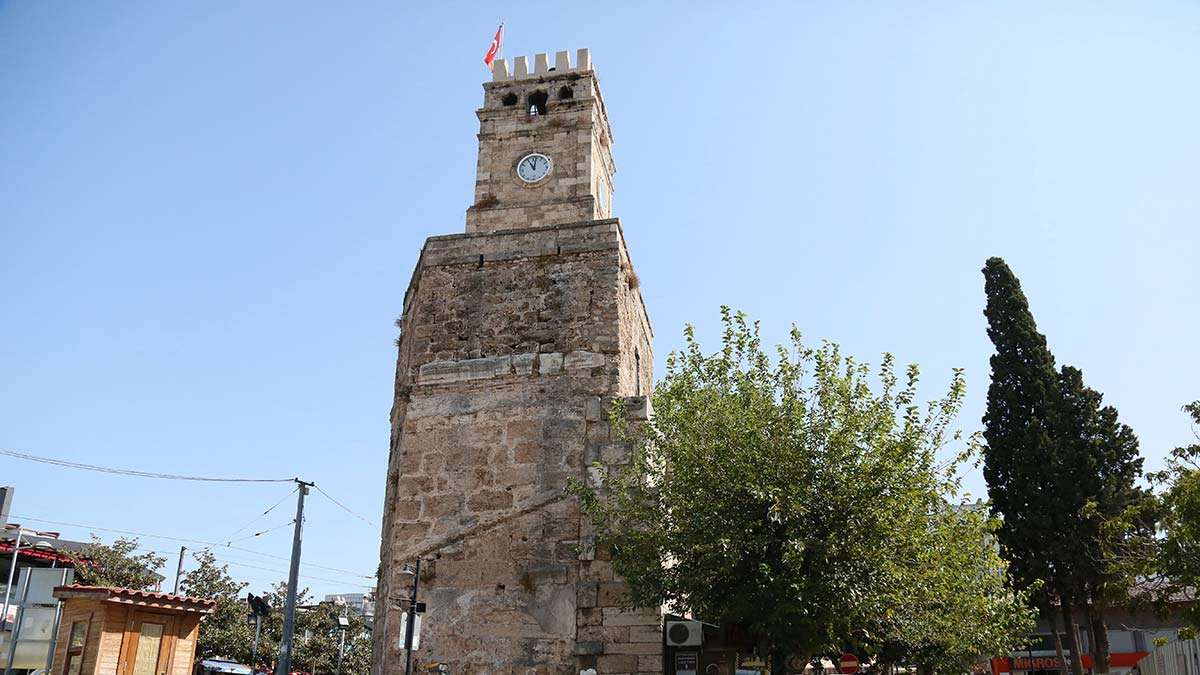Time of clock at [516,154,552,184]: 11:01
